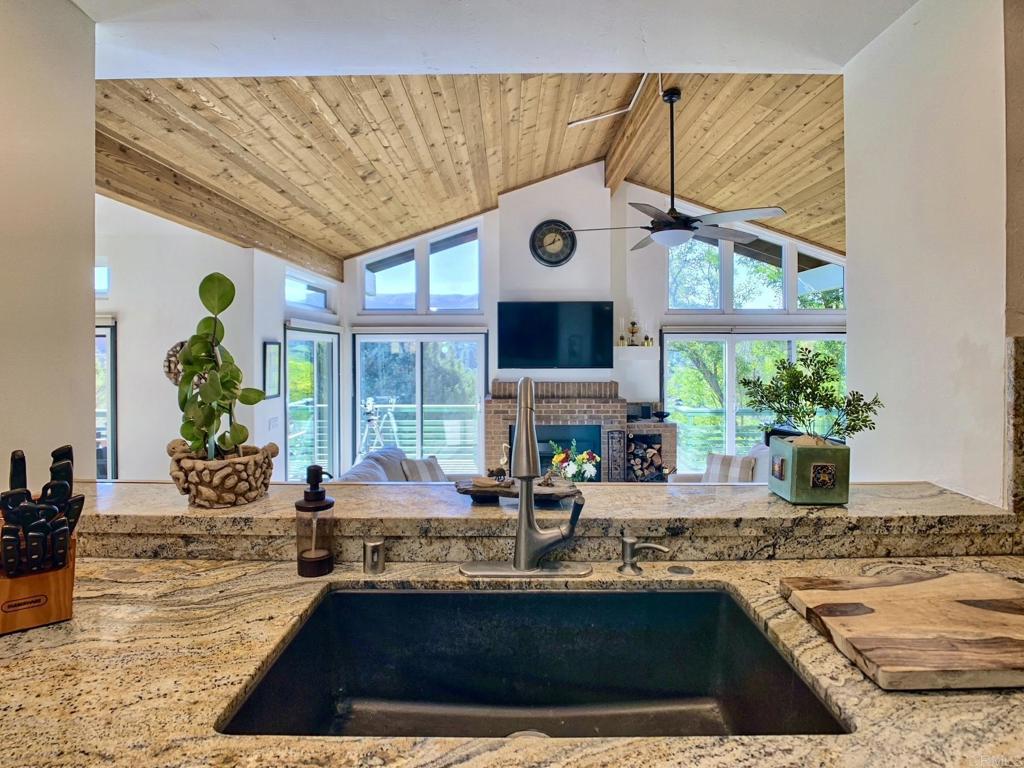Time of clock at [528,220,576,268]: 12:40
